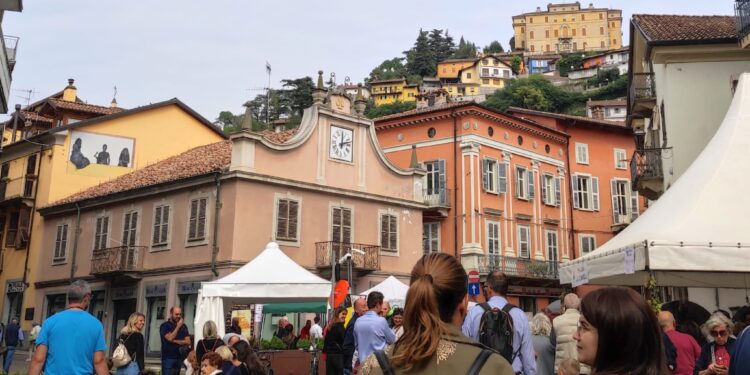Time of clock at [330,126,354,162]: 12:12
